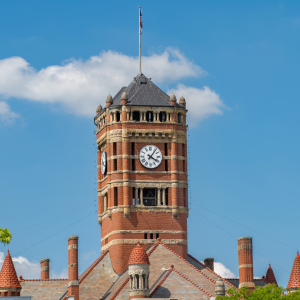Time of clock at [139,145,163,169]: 4:06
